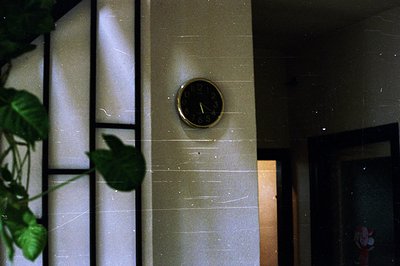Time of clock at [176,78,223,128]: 5:20
